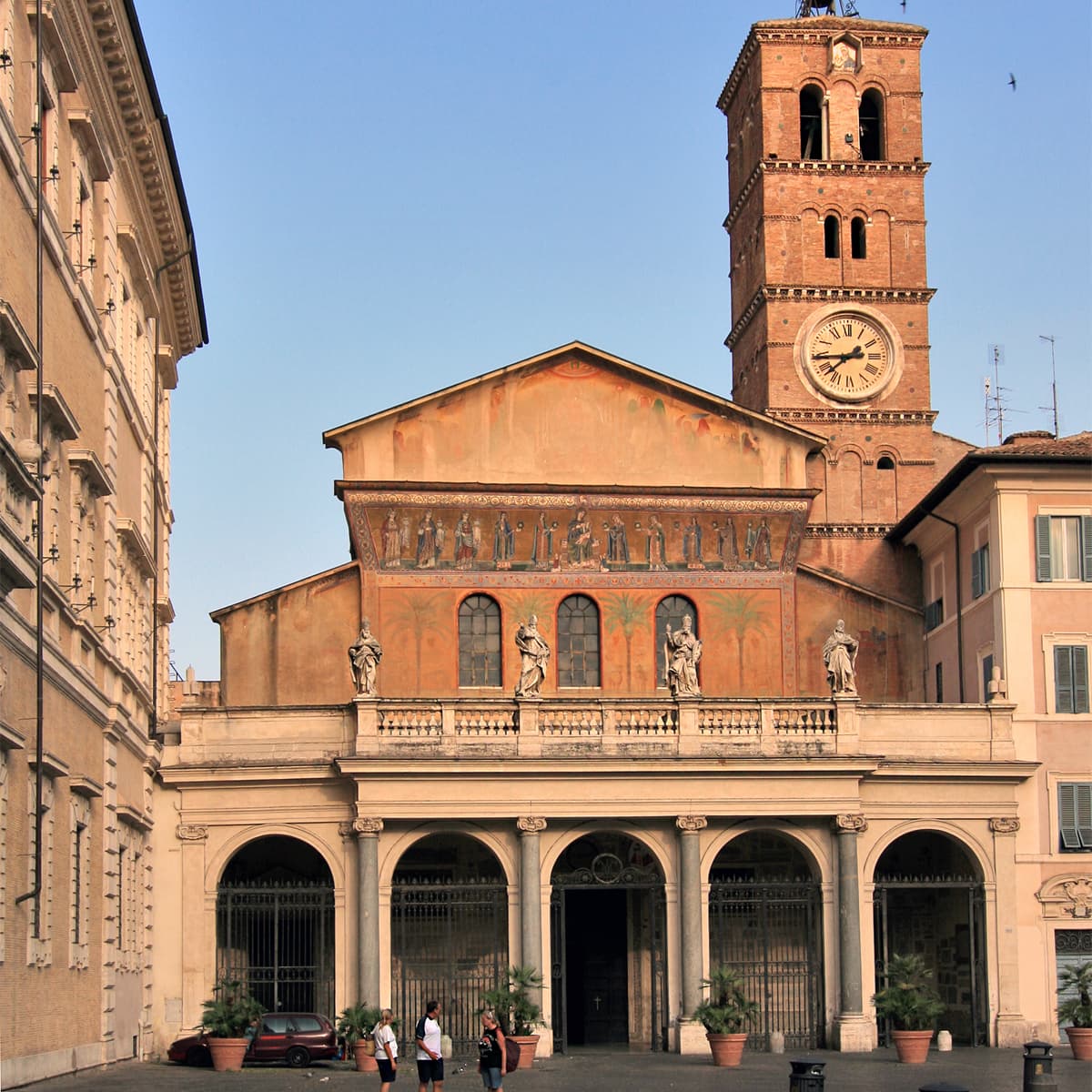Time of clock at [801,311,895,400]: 7:44
